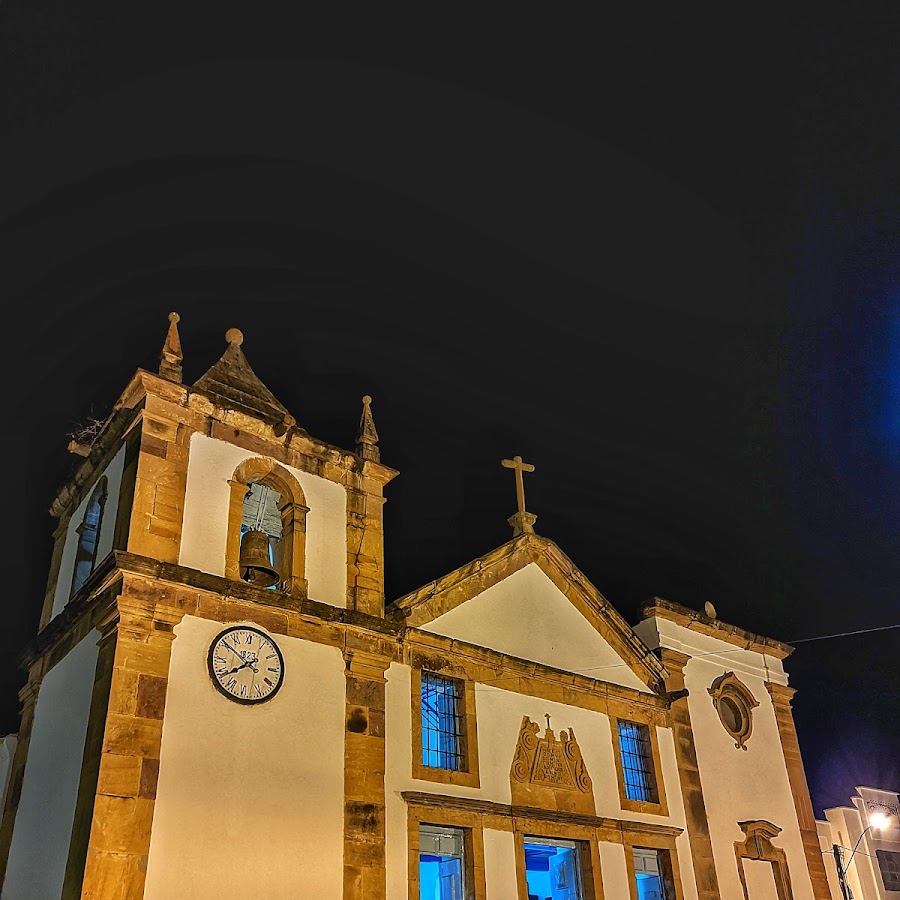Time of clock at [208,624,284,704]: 7:50
